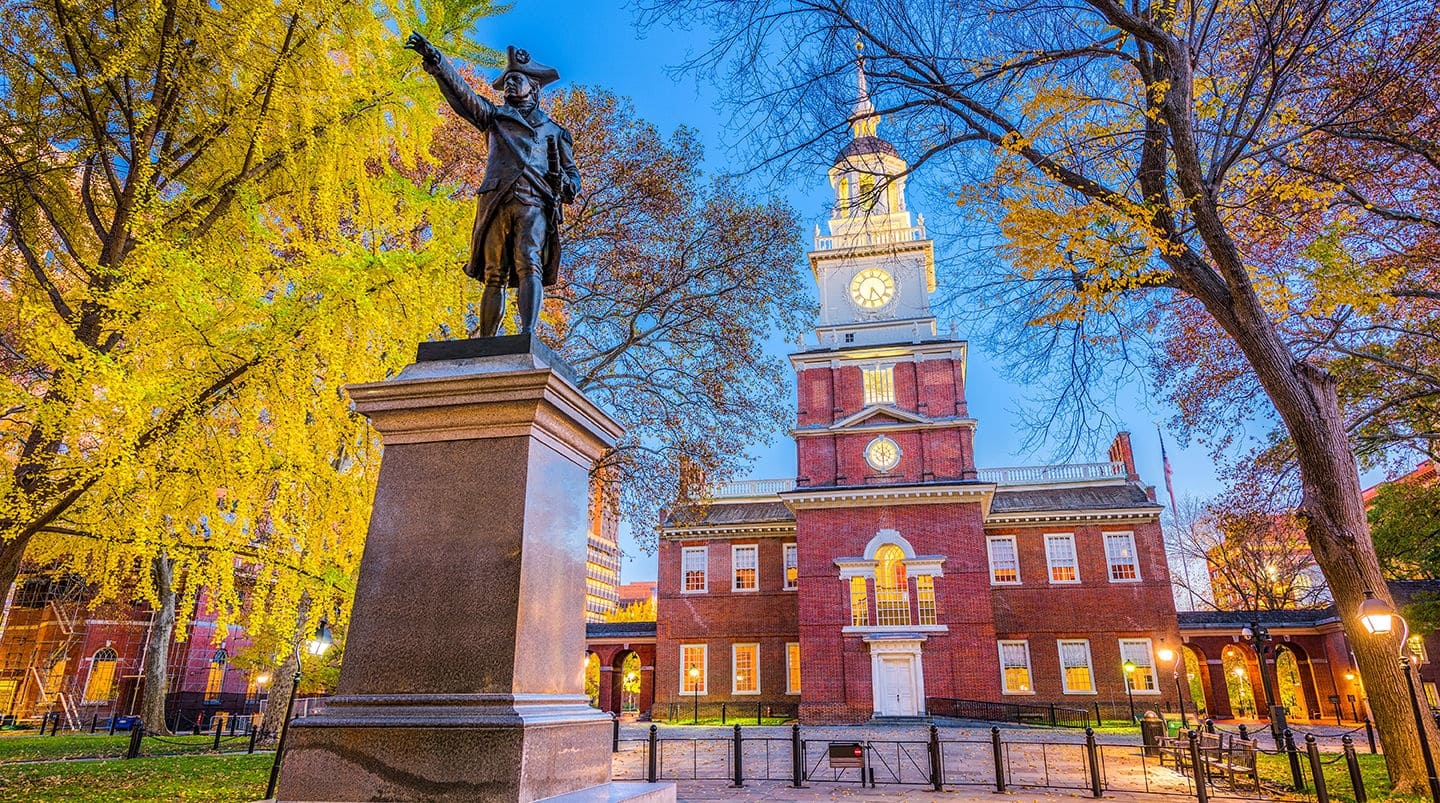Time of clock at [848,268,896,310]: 6:23
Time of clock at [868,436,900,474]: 5:59
